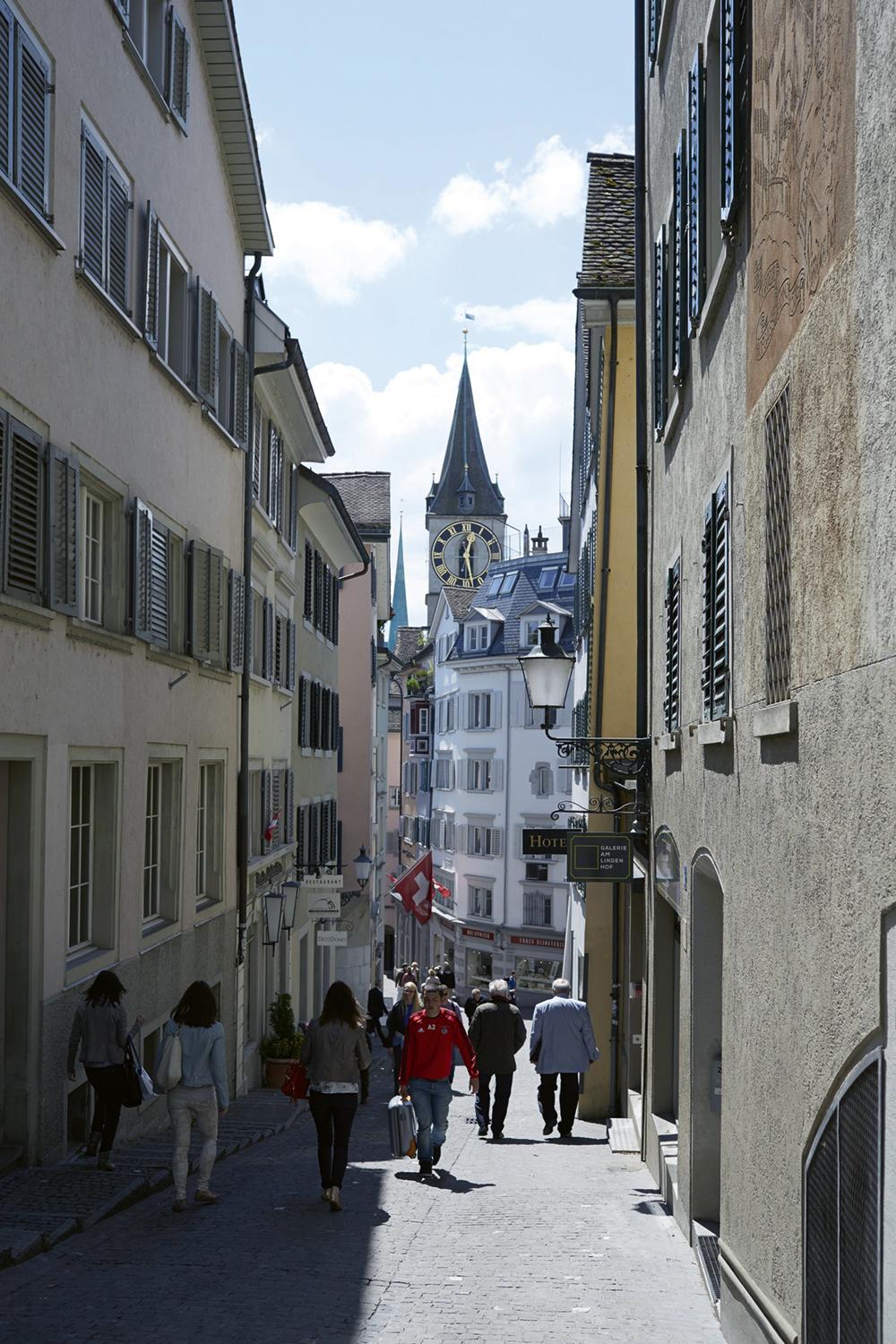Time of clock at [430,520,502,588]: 12:27
